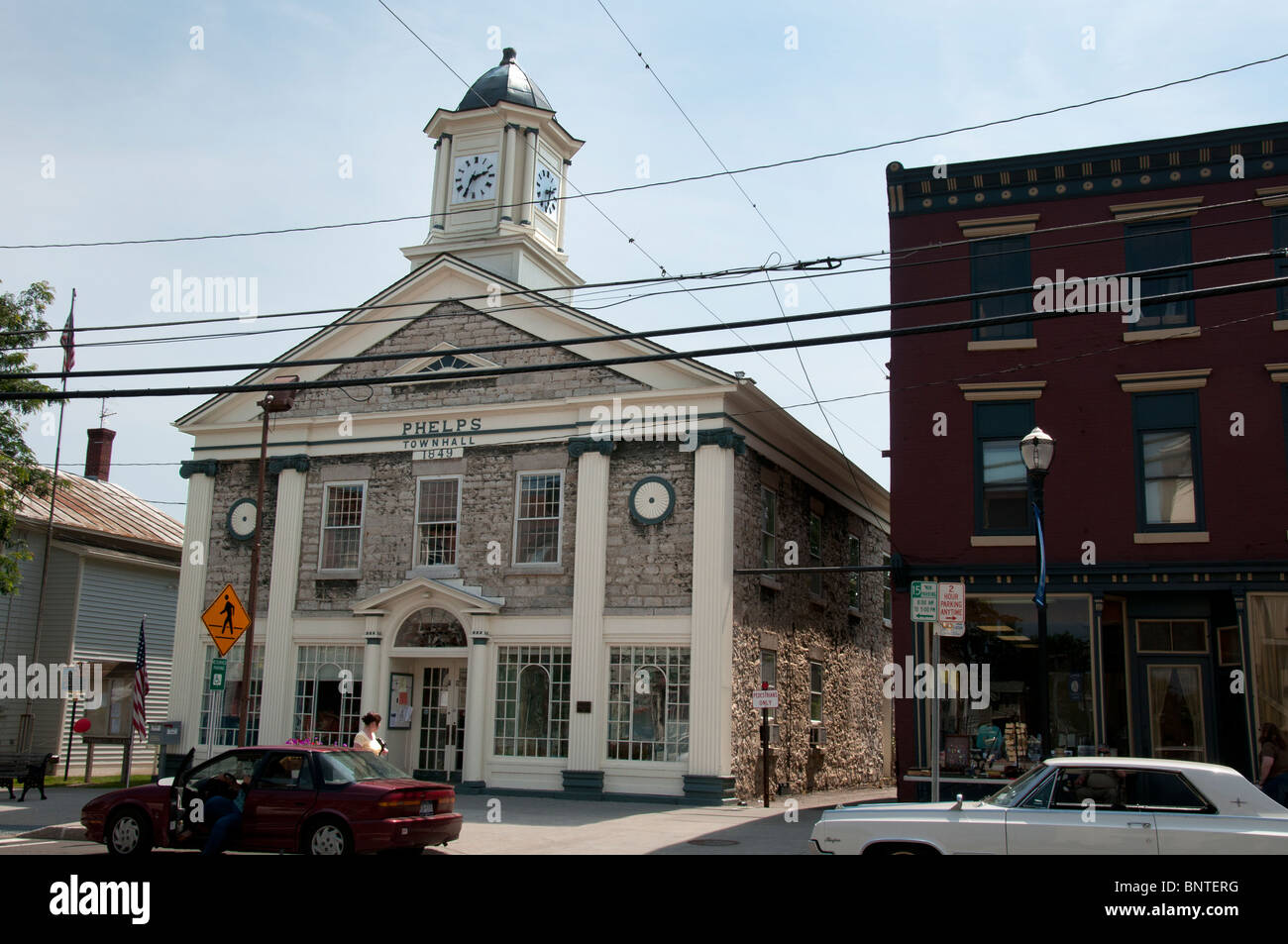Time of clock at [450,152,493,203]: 2:34
